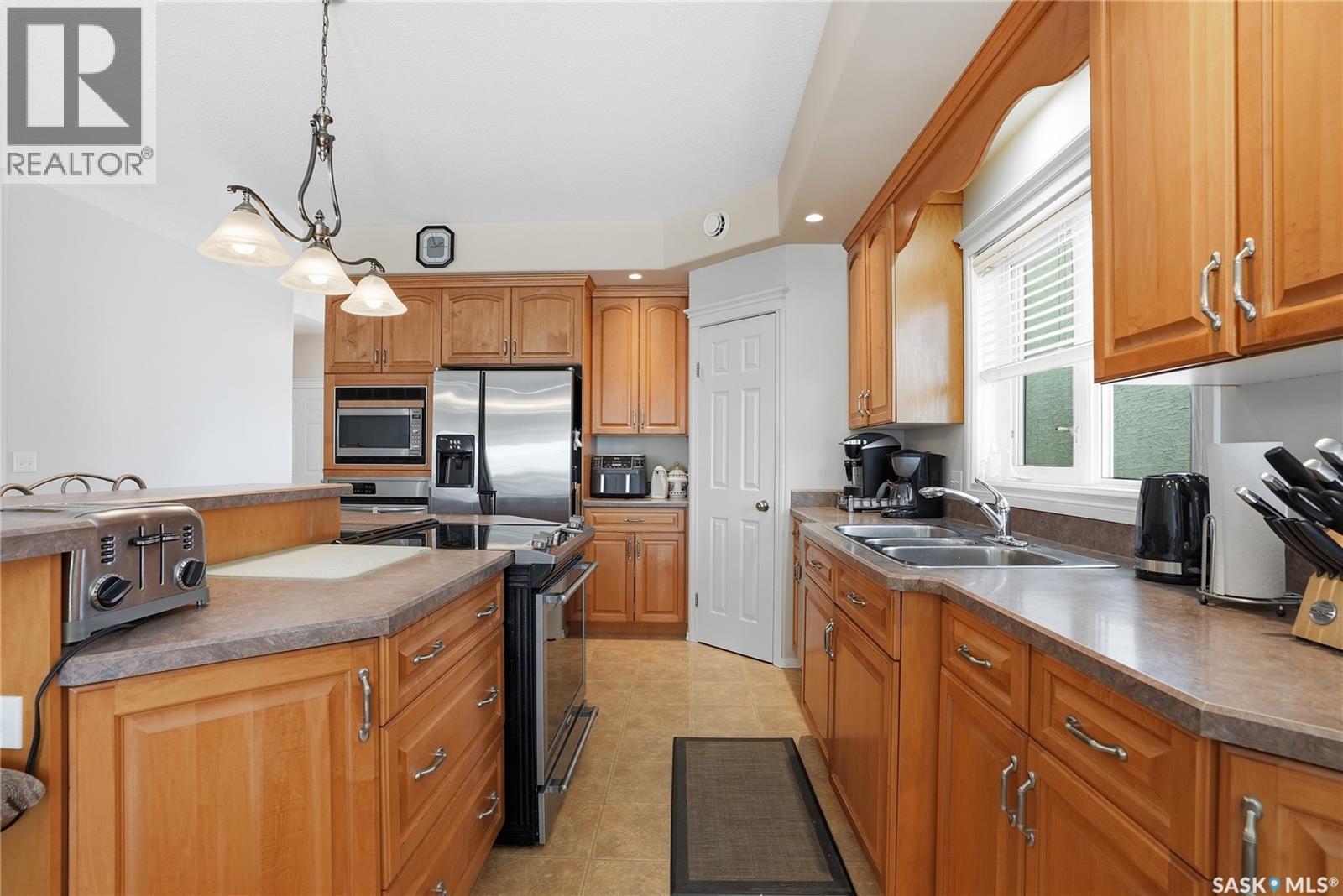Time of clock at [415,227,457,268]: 1:56
